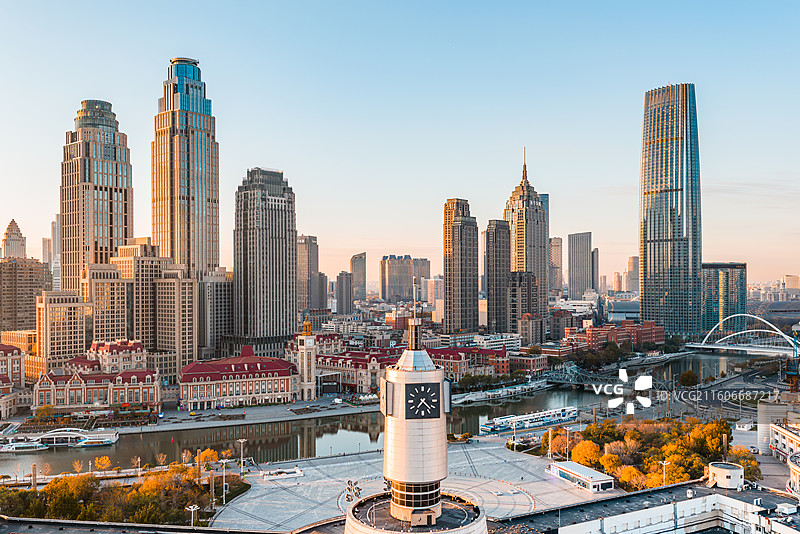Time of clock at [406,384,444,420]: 7:22
